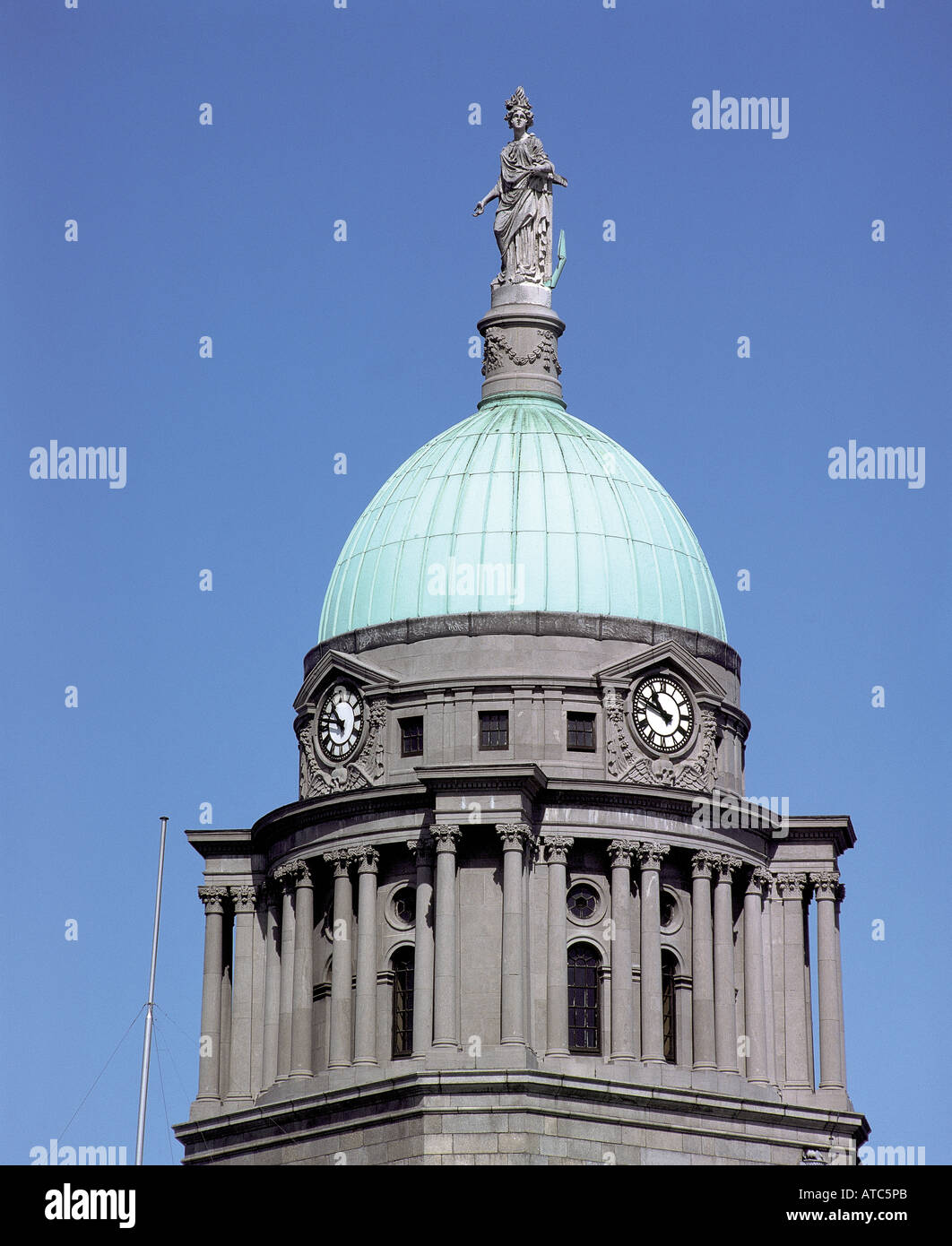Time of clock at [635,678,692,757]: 10:48
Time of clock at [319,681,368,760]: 10:47
